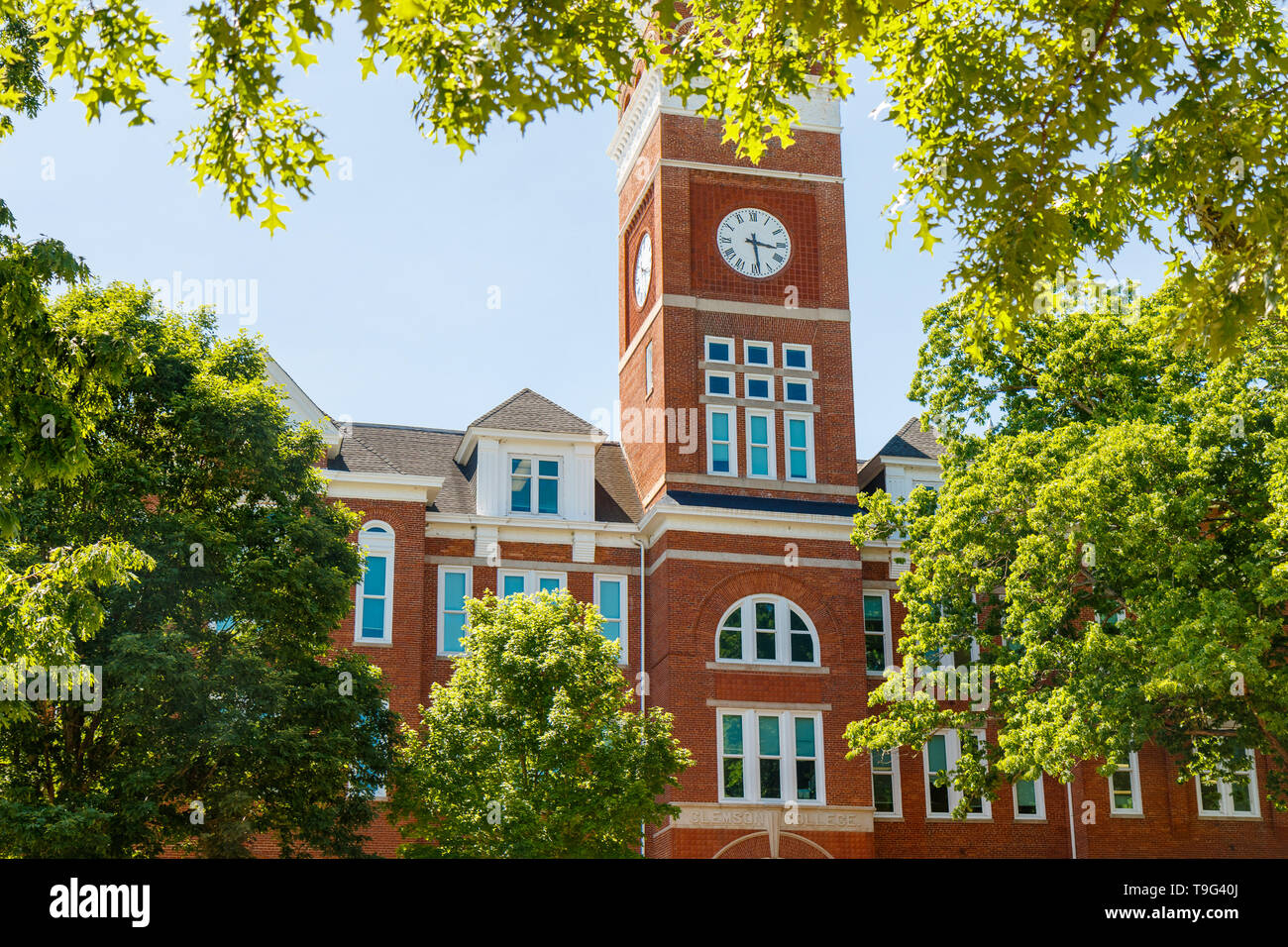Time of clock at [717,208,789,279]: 3:28
